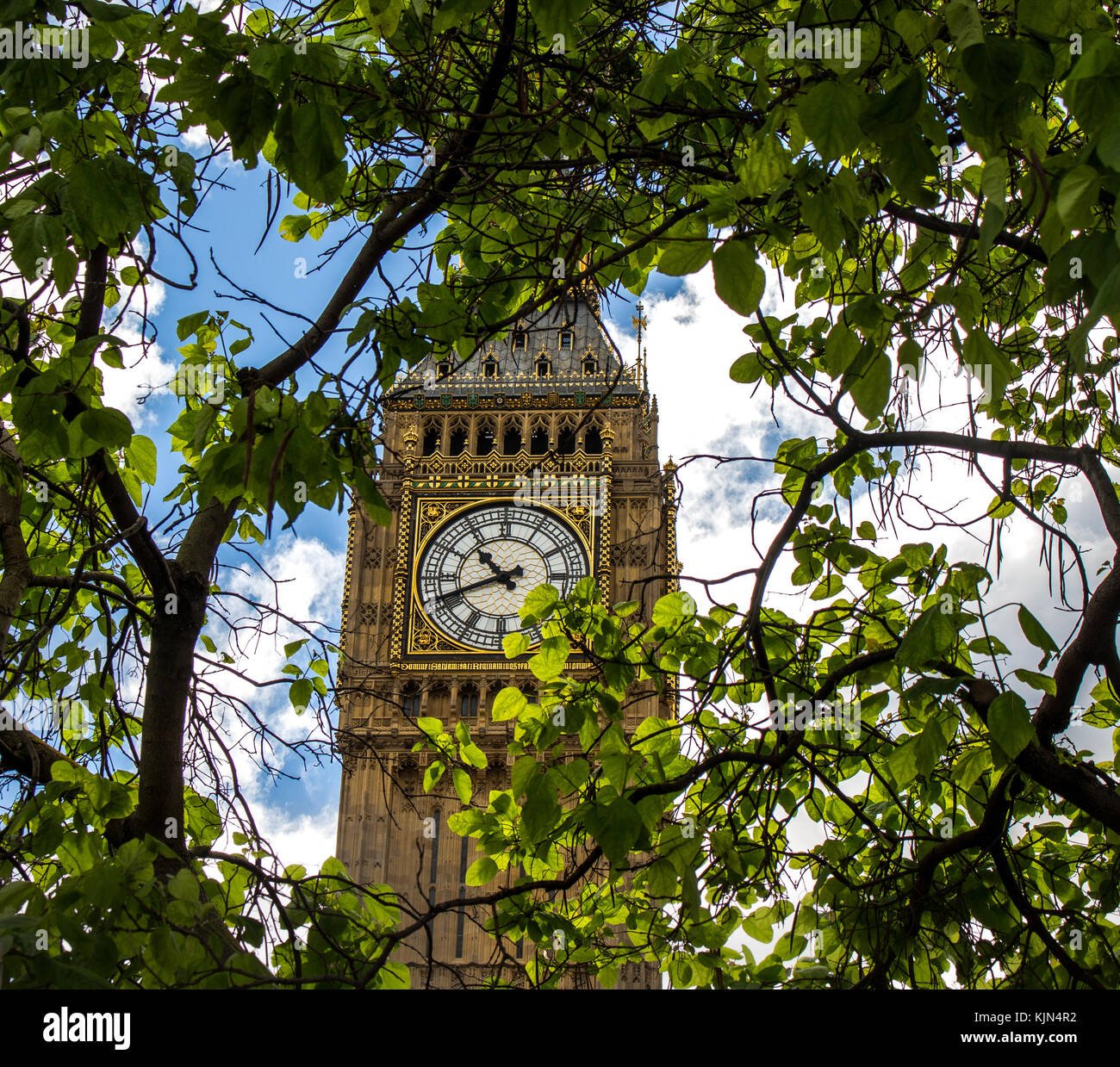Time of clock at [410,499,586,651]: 10:41
